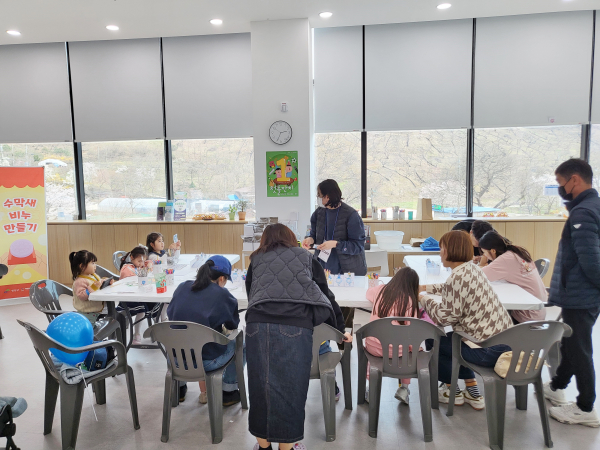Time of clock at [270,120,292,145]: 2:34
